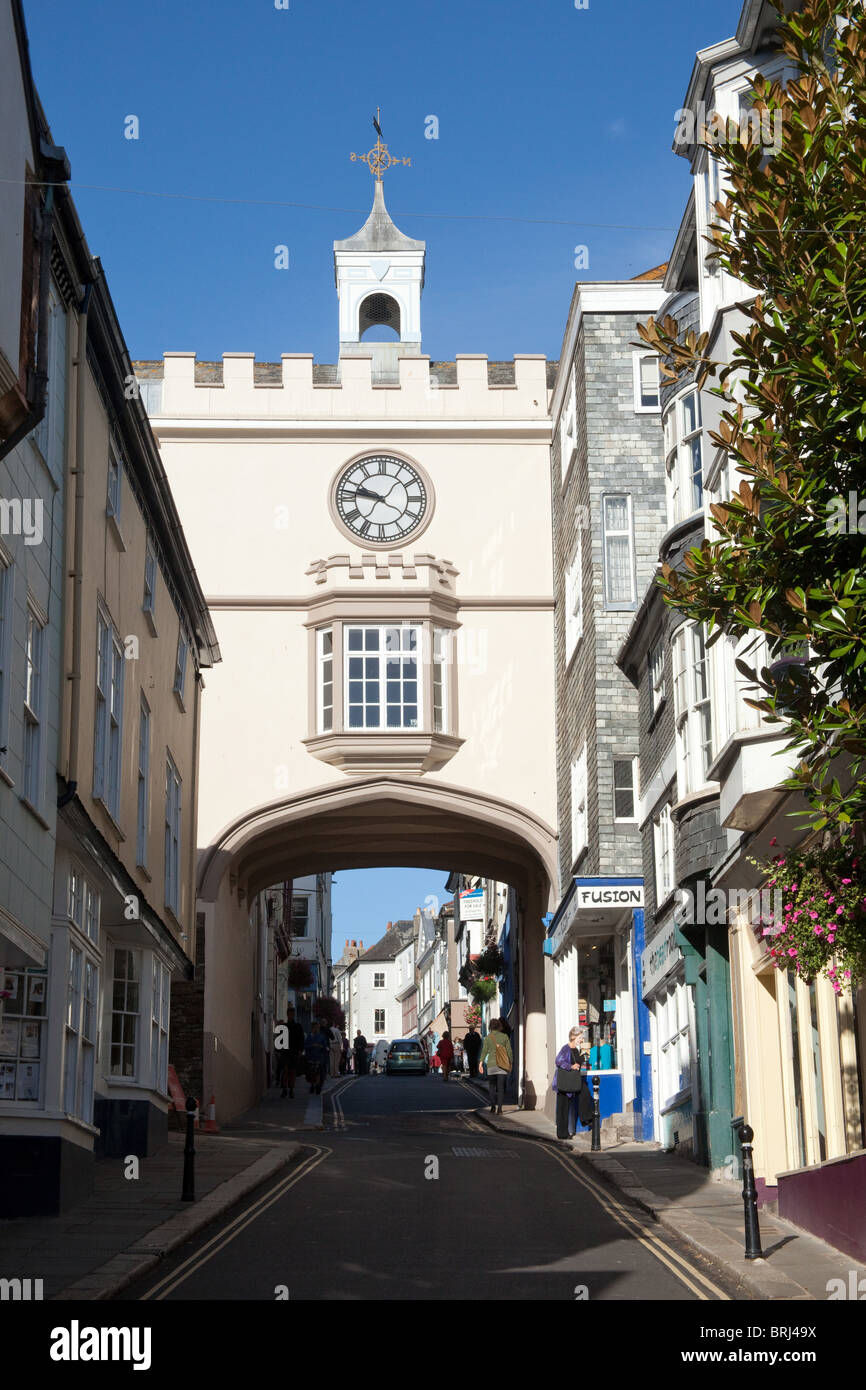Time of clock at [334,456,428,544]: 9:46
